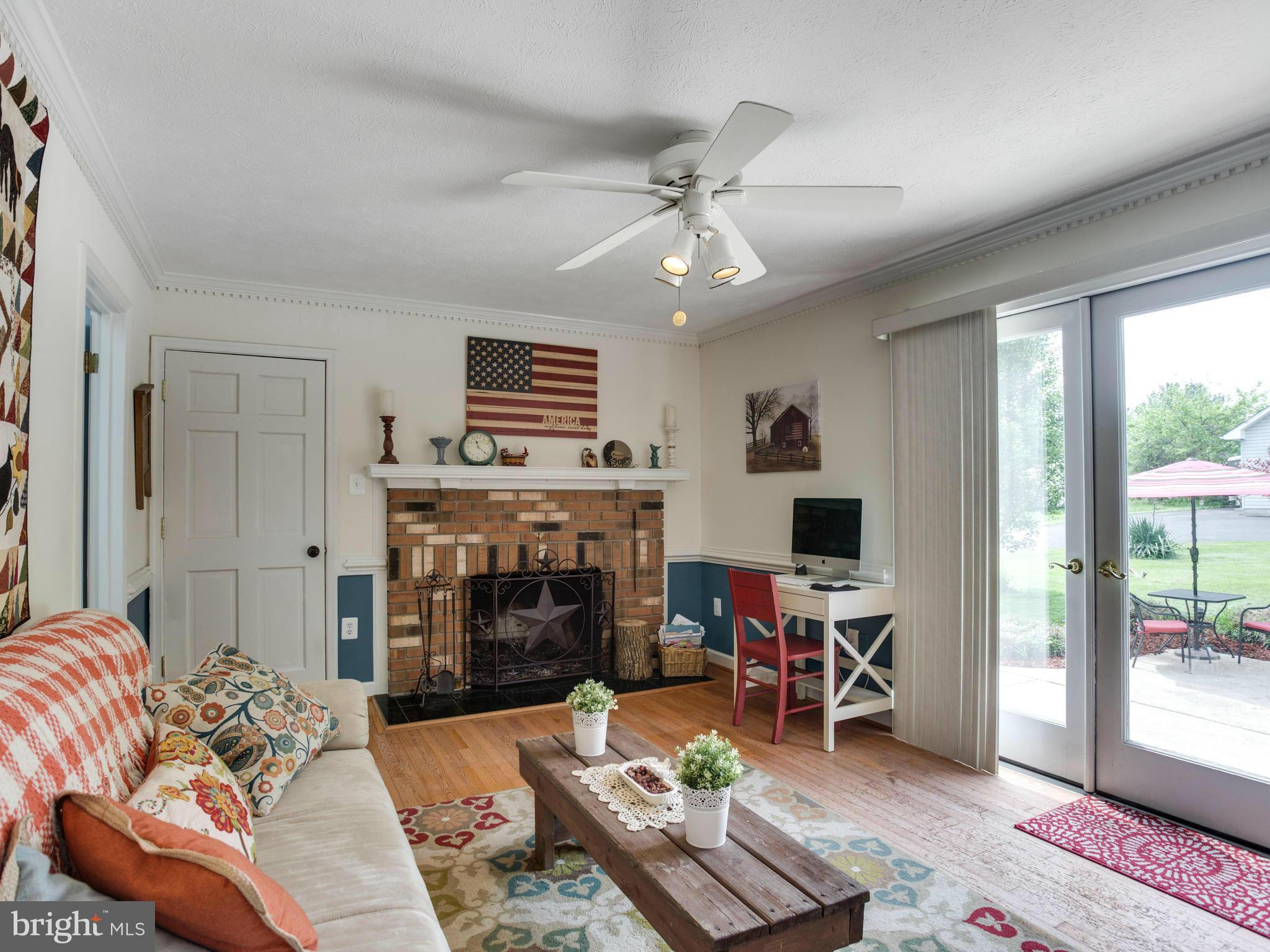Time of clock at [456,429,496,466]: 11:21
